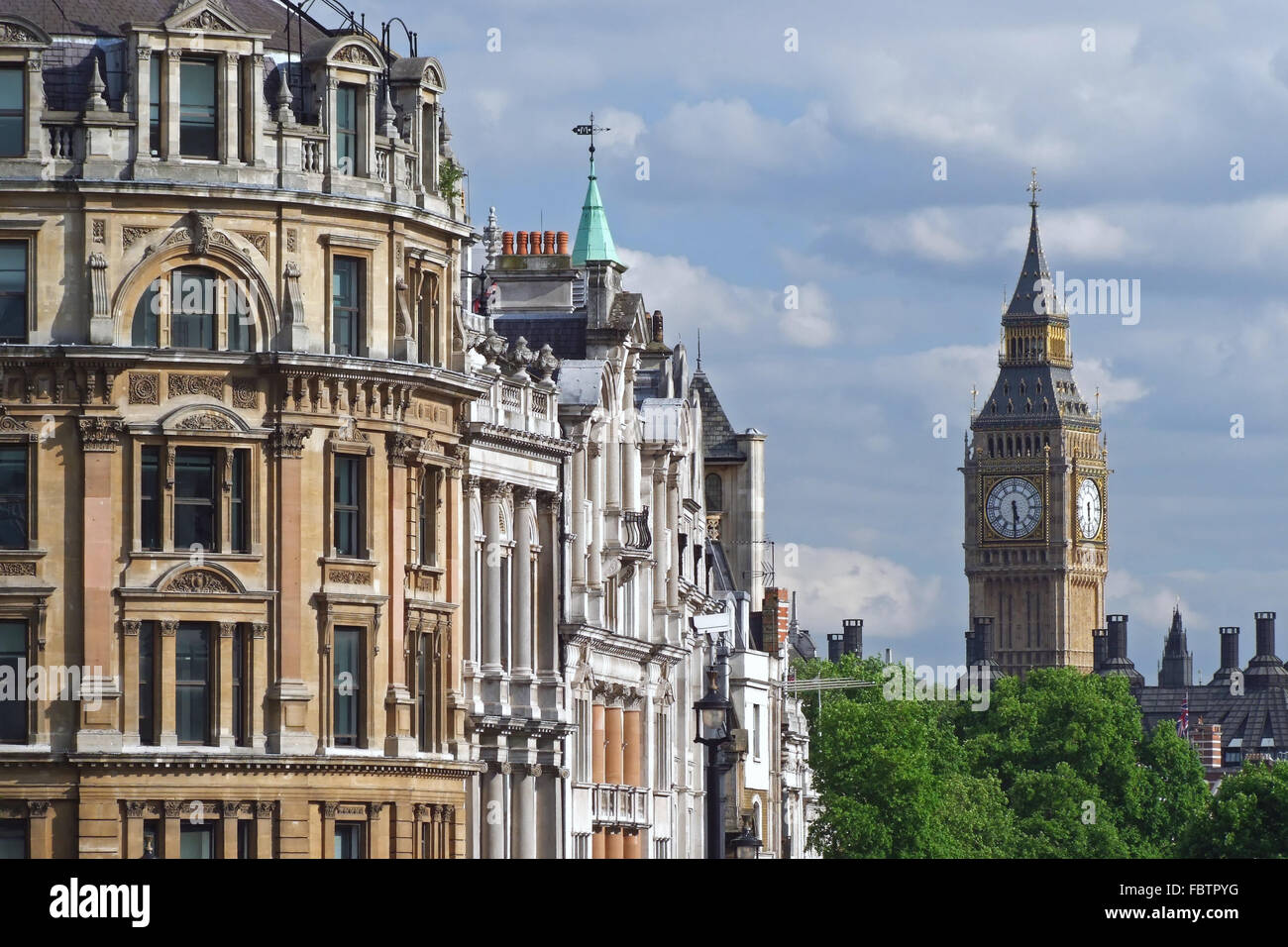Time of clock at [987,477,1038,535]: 5:30
